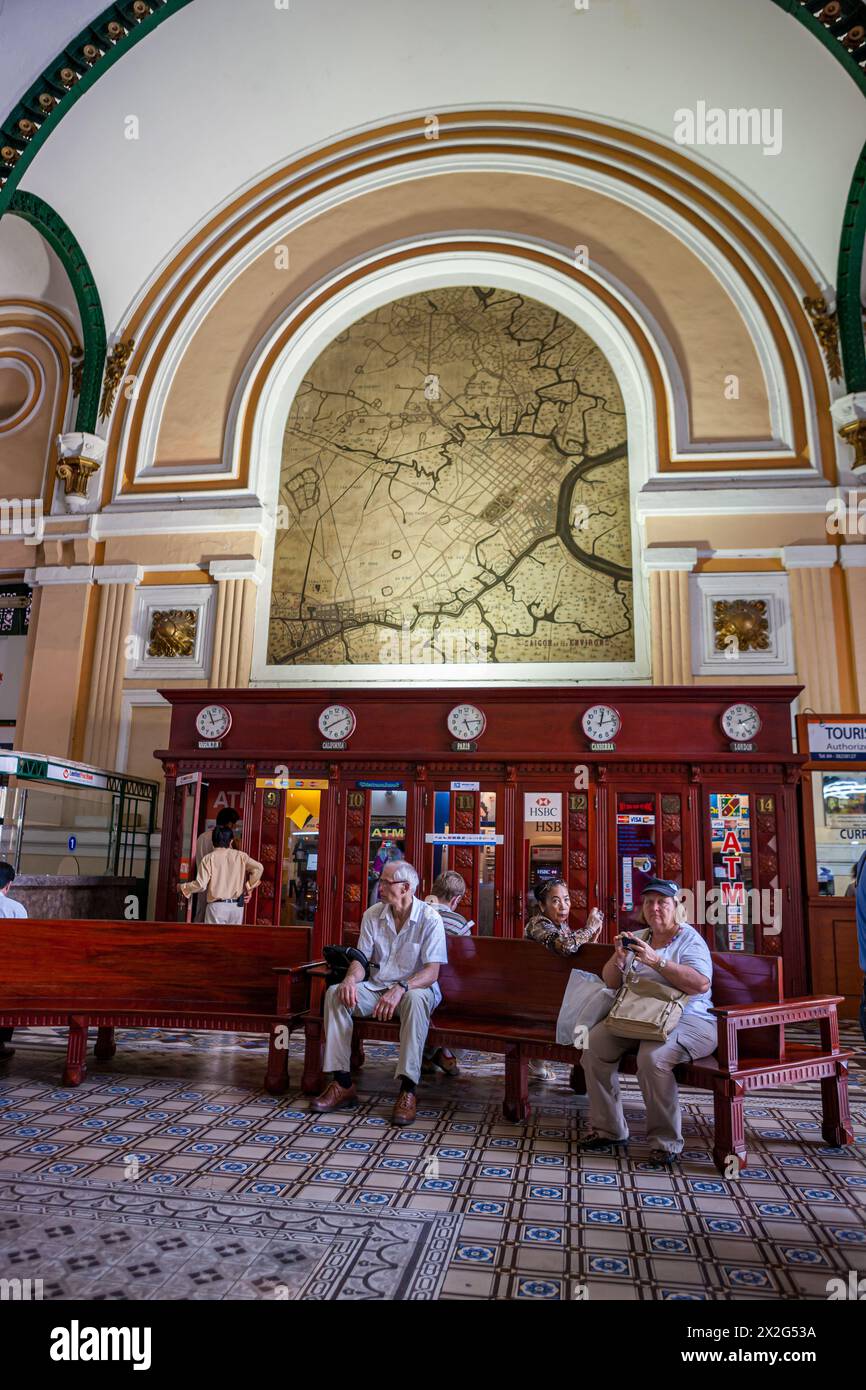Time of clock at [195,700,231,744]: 11:12
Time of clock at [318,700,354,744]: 8:11
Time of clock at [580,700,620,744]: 12:12
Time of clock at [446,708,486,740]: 5:13
